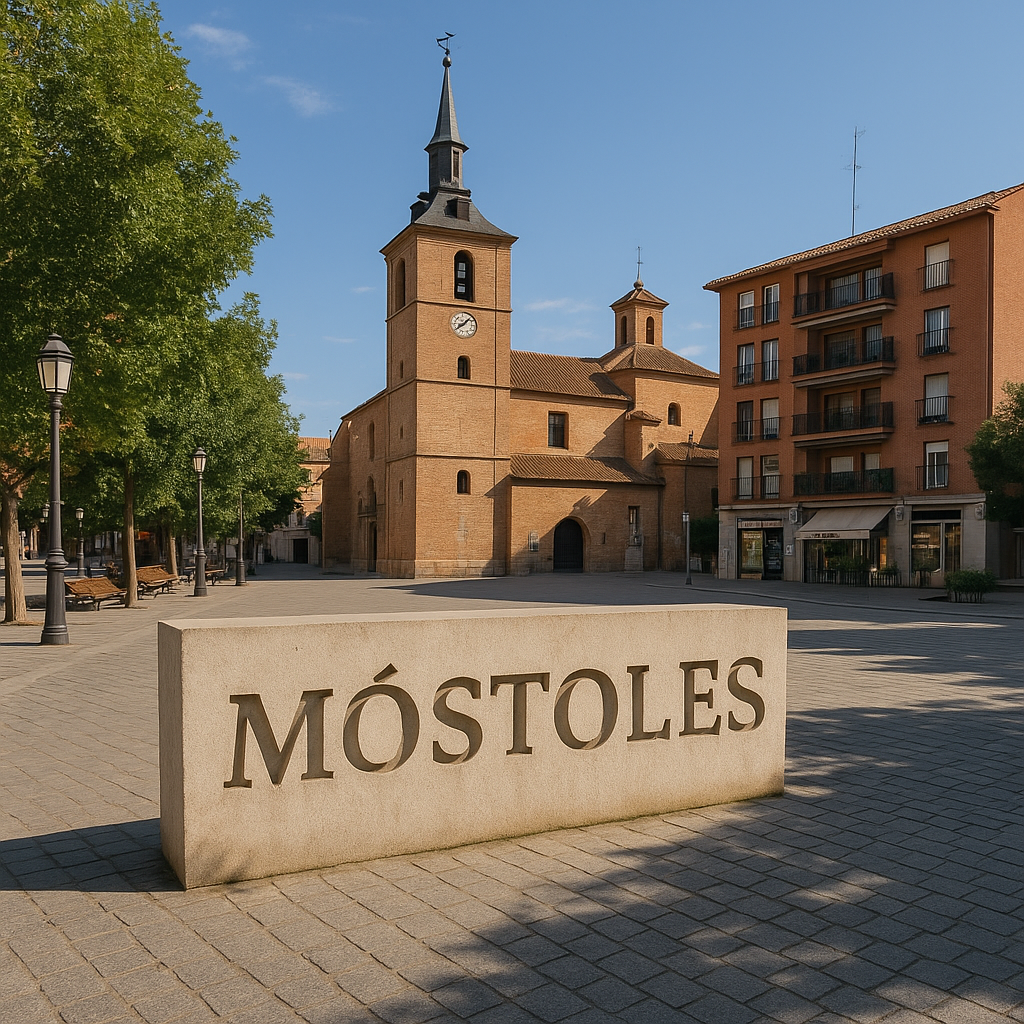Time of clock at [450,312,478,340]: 8:07
